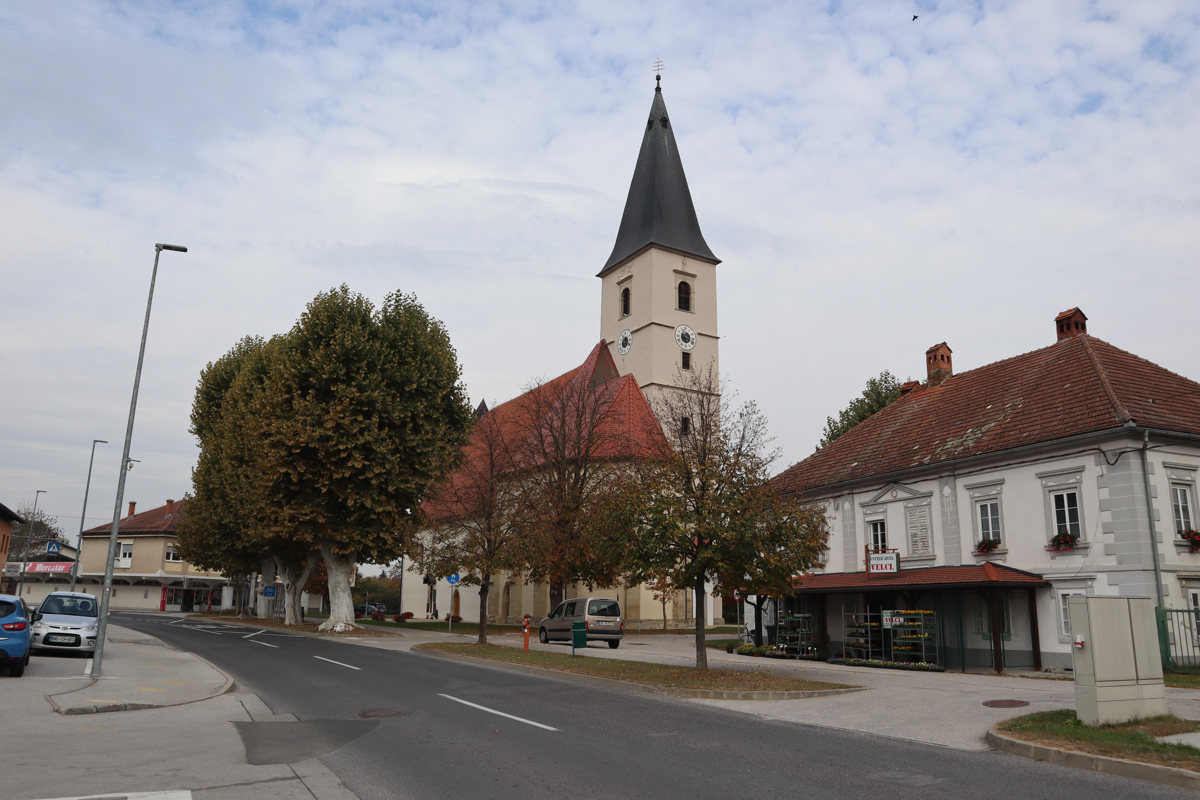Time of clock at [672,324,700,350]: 5:18
